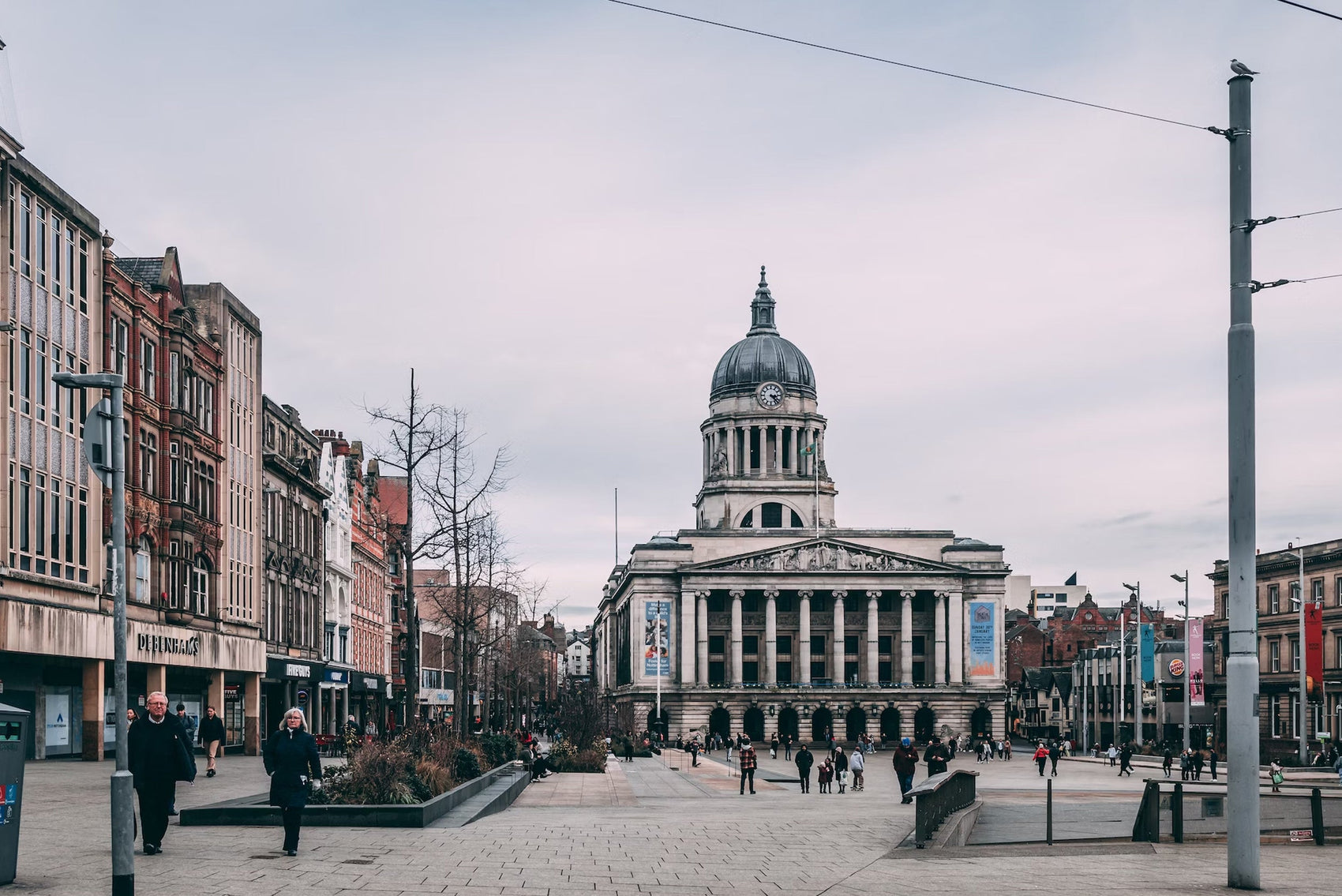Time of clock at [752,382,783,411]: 3:22
